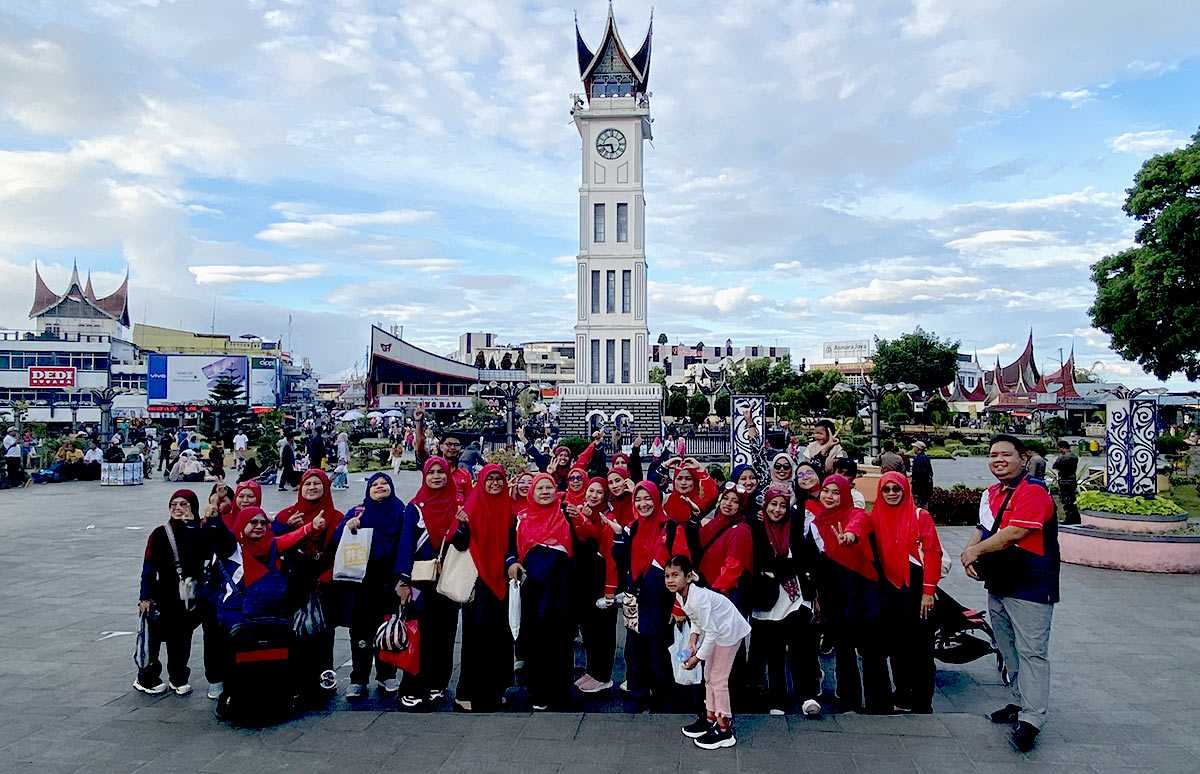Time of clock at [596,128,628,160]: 5:44
